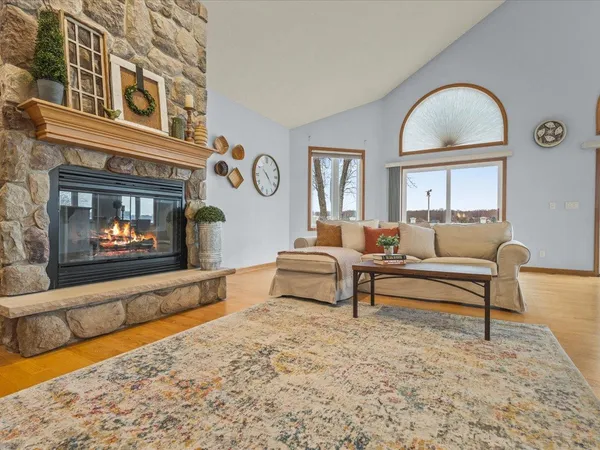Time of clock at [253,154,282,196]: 10:22
